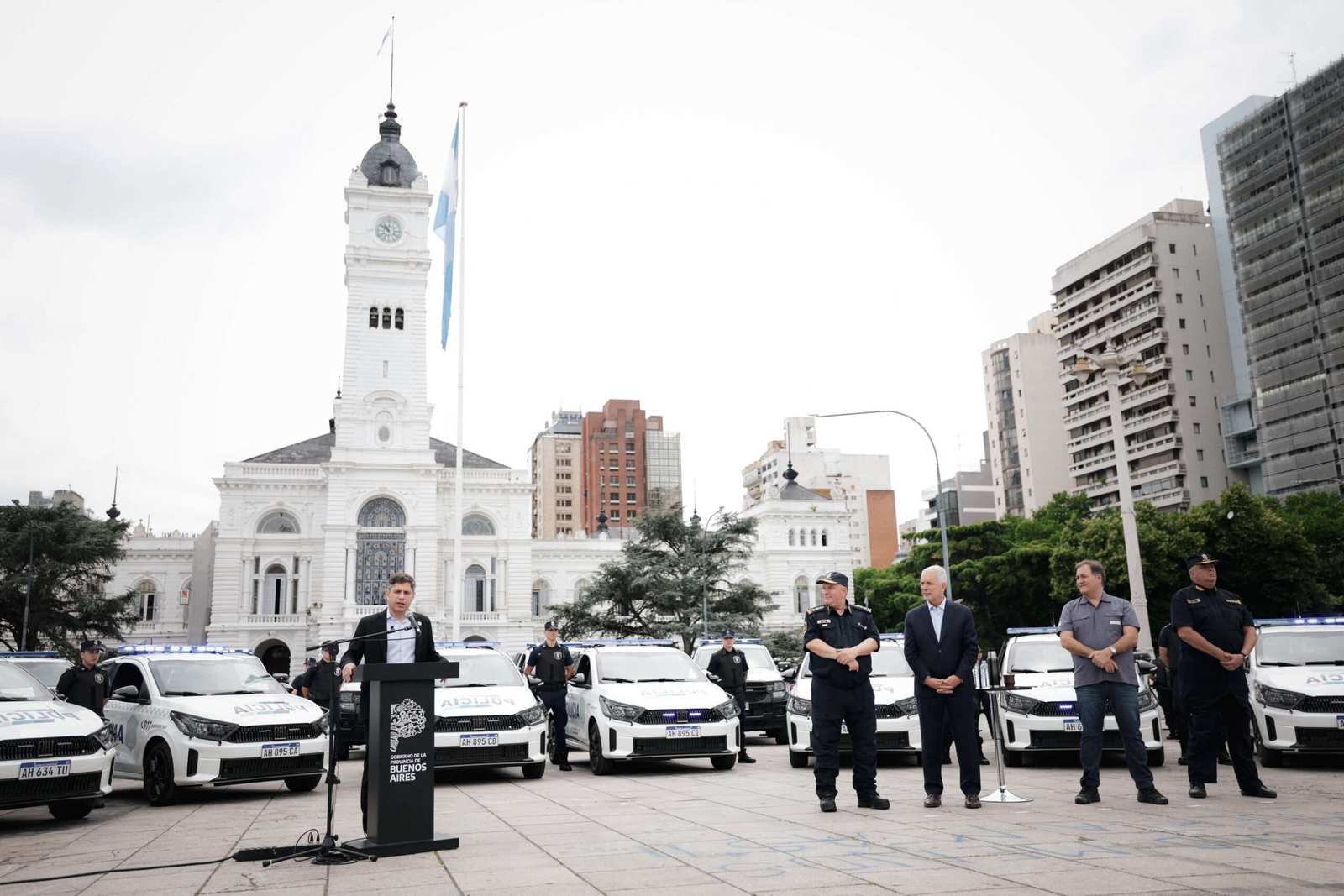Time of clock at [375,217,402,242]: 10:51
